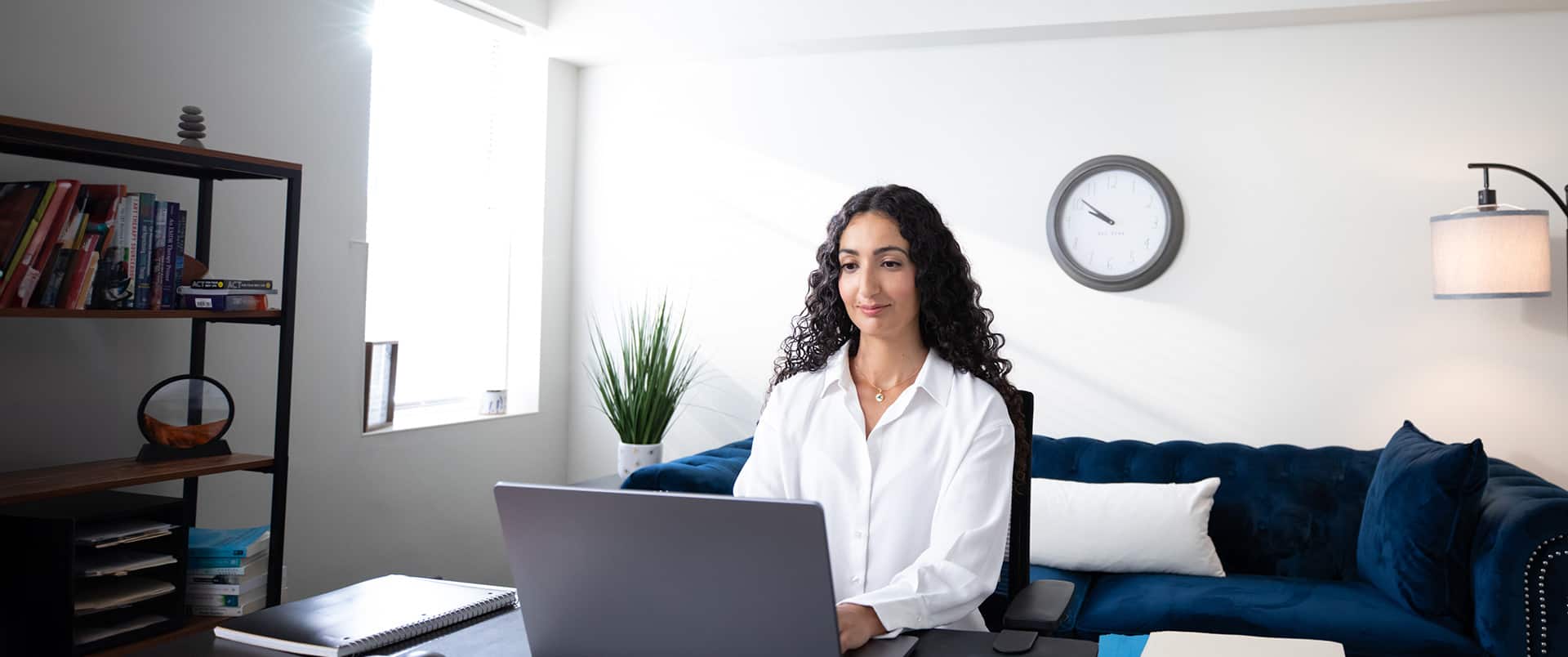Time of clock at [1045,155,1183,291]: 9:51
